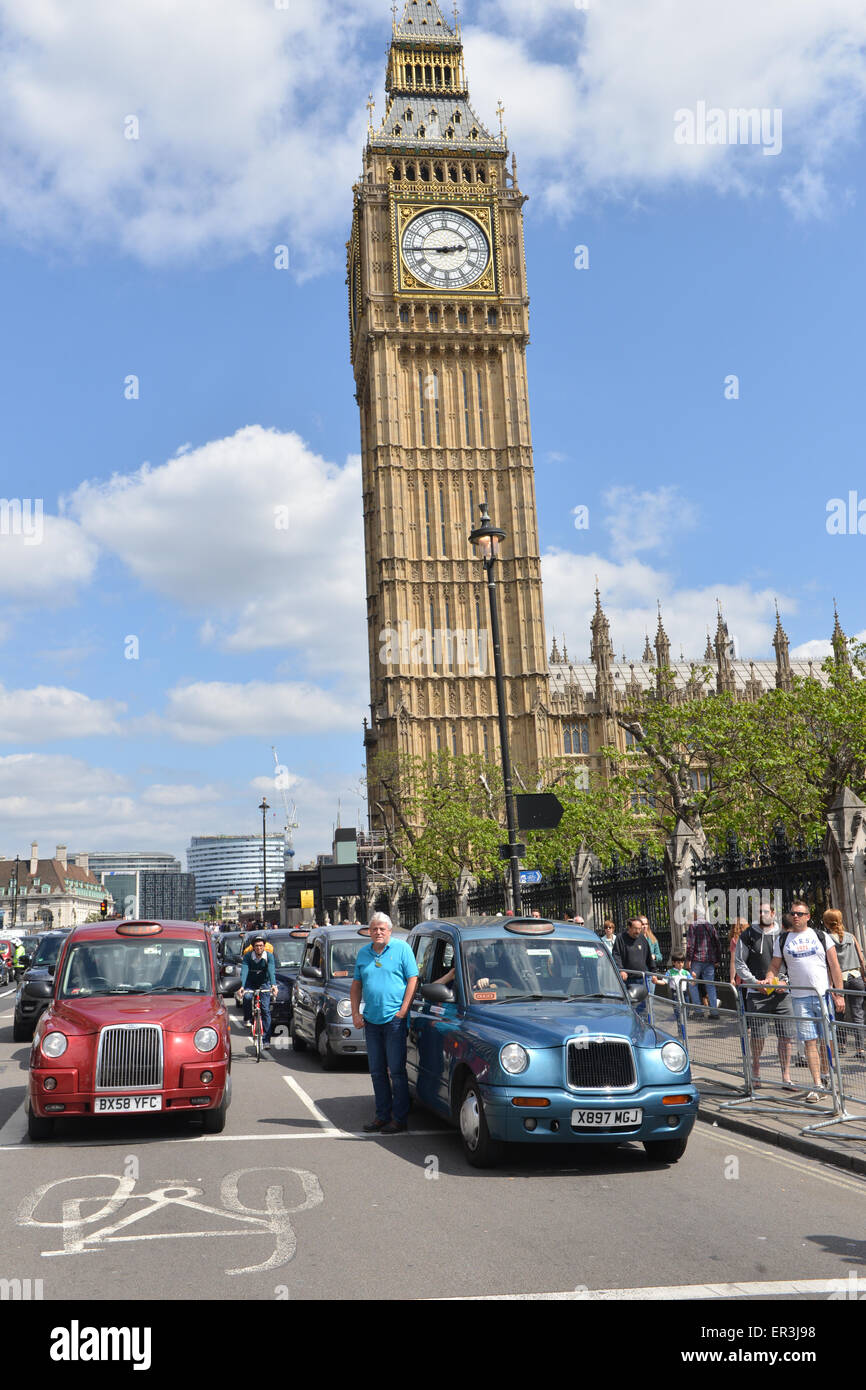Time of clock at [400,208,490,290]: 2:44
